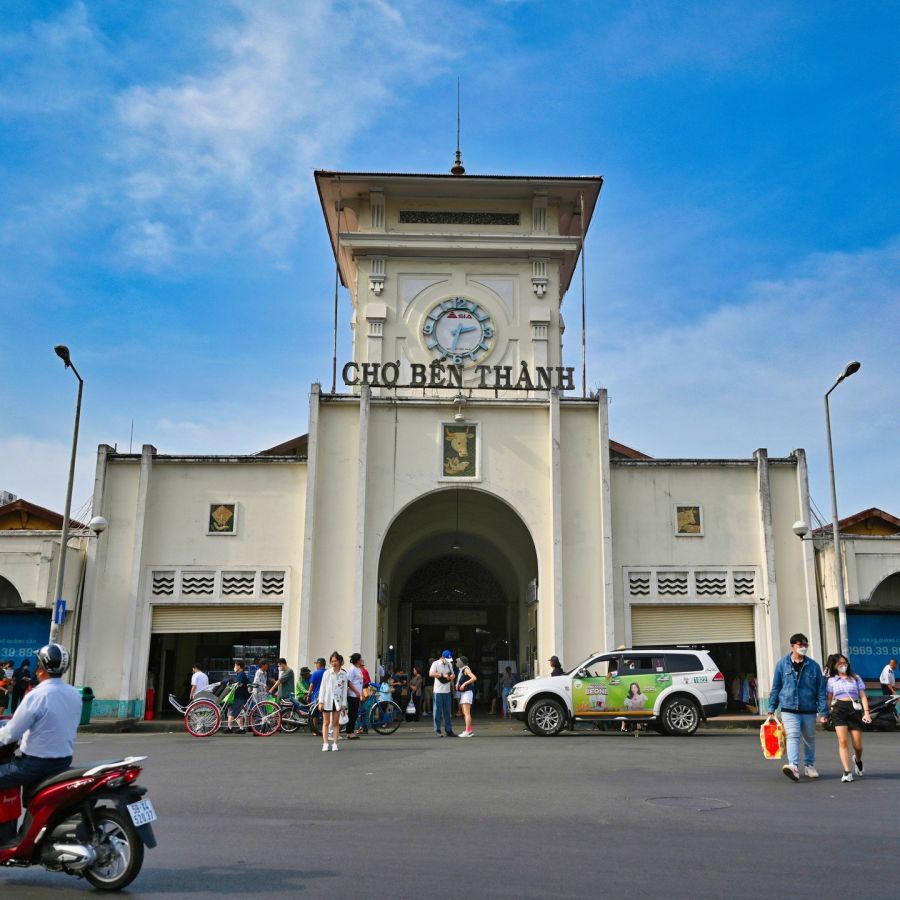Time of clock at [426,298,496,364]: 2:32
